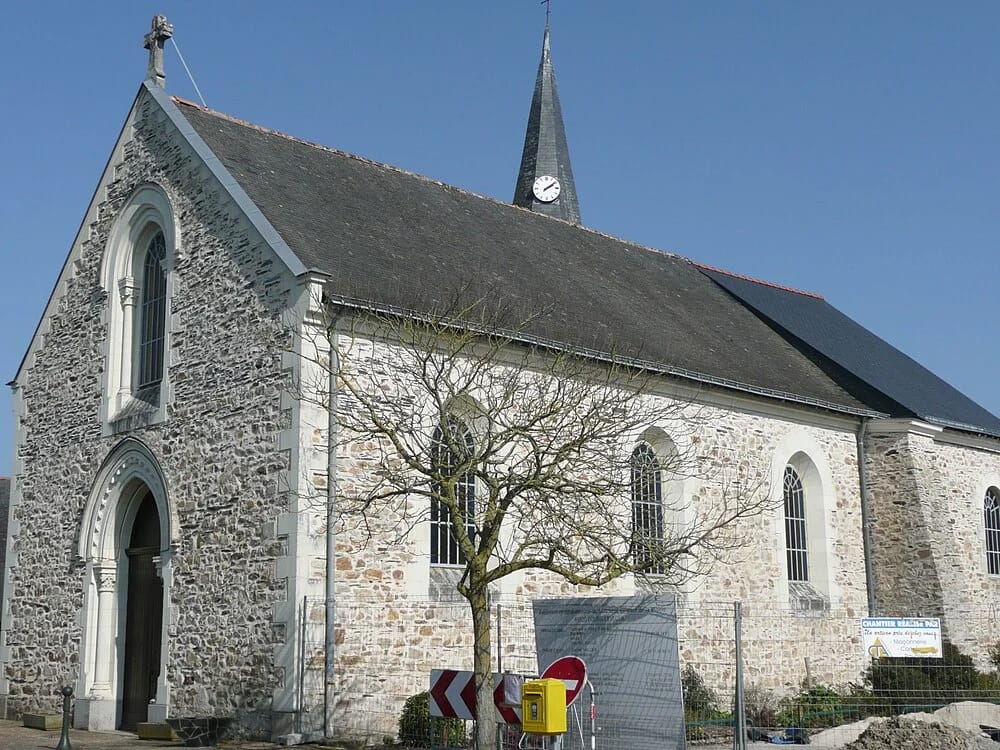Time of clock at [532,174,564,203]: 2:09
